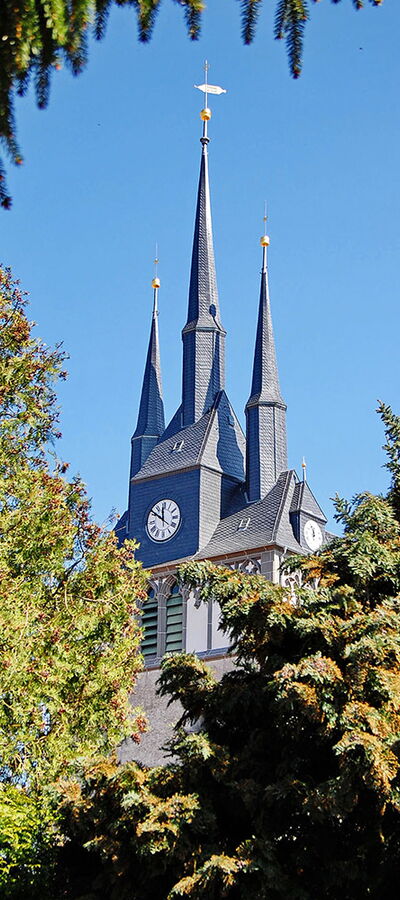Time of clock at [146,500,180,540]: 11:51
